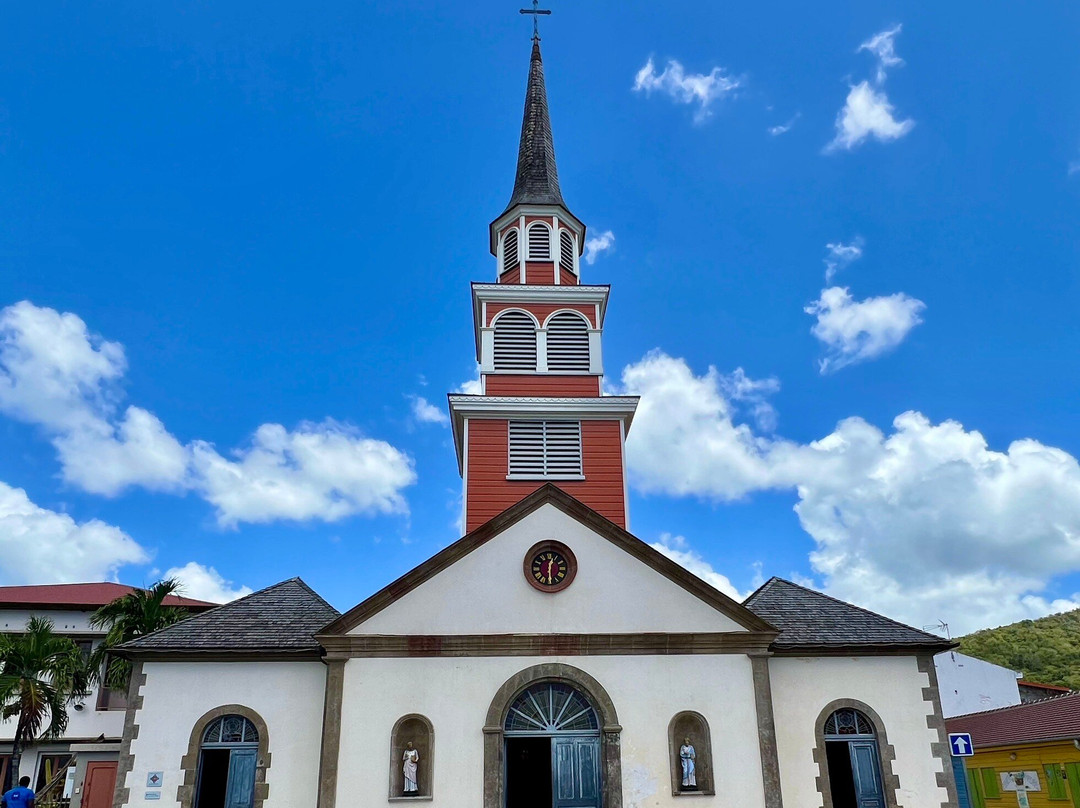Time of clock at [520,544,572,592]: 12:29
